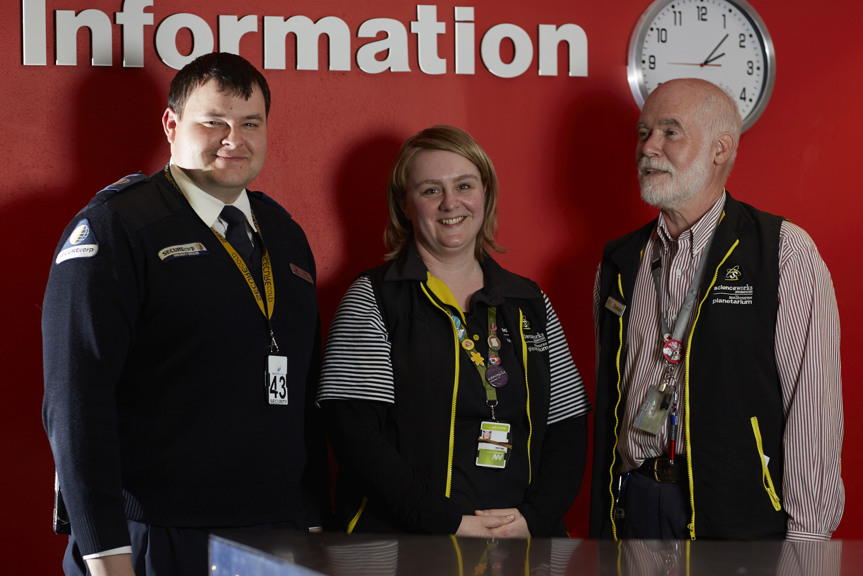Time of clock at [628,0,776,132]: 2:07
